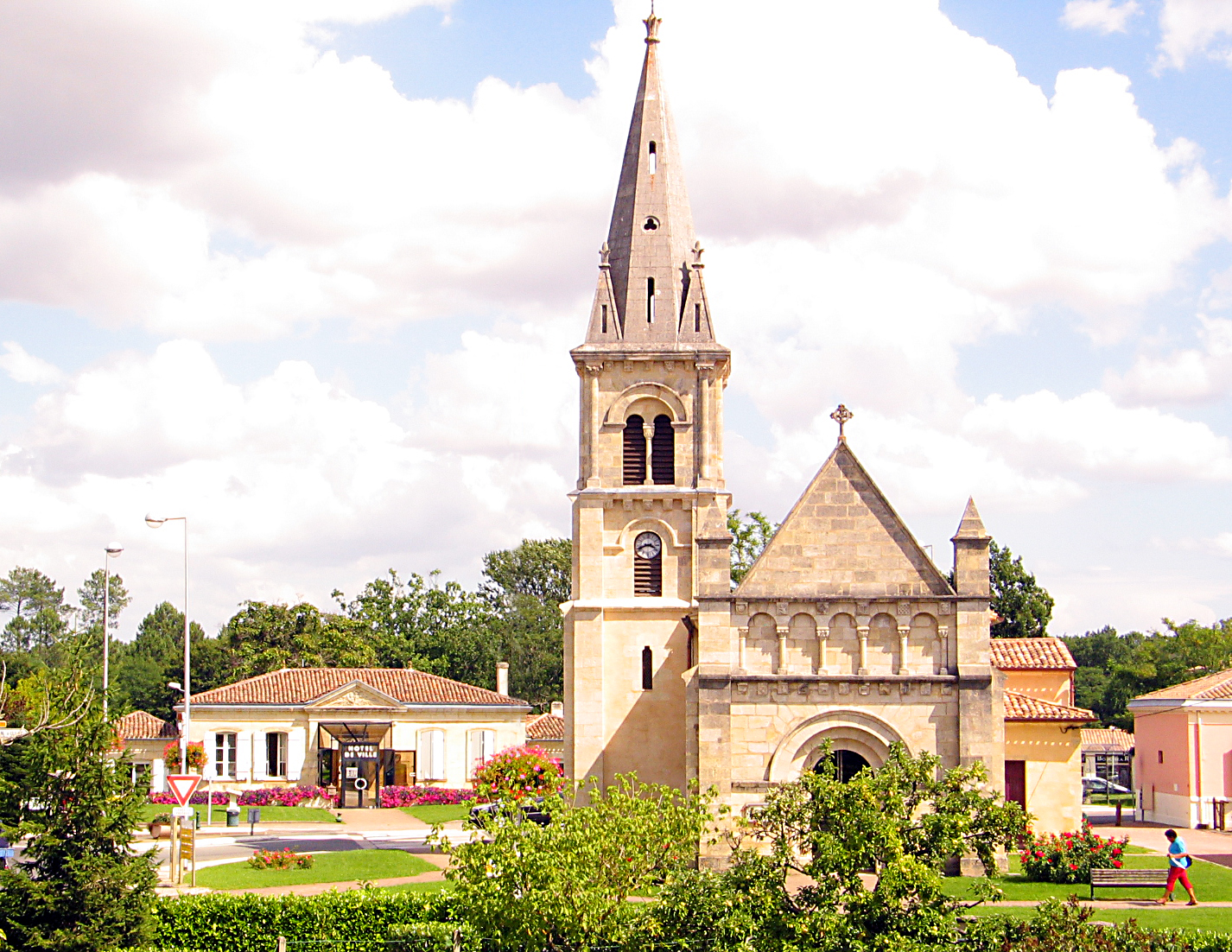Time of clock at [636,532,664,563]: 3:41
